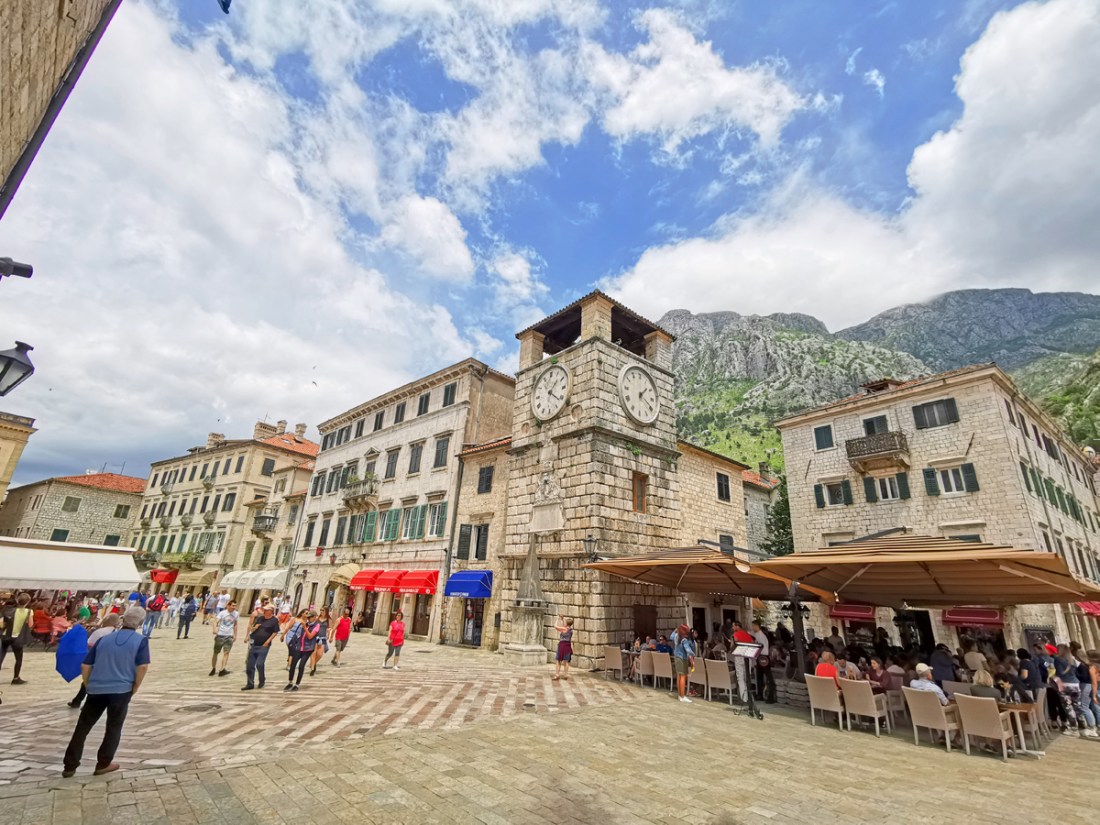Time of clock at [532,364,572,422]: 1:21
